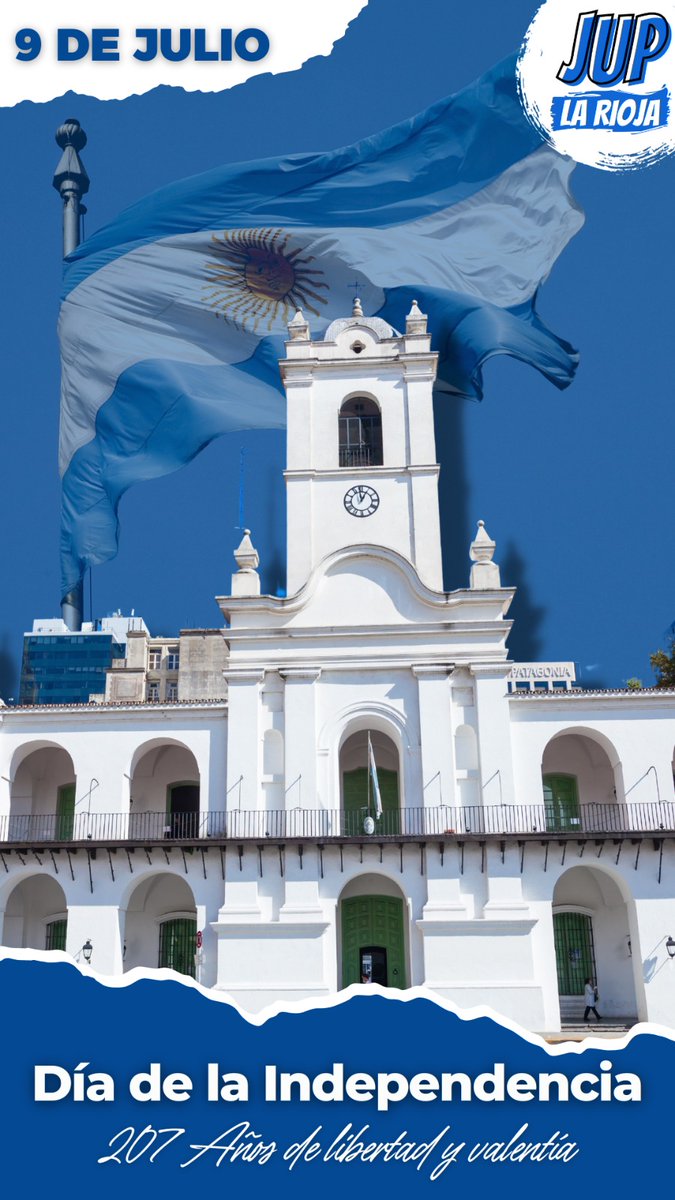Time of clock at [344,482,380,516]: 12:58
